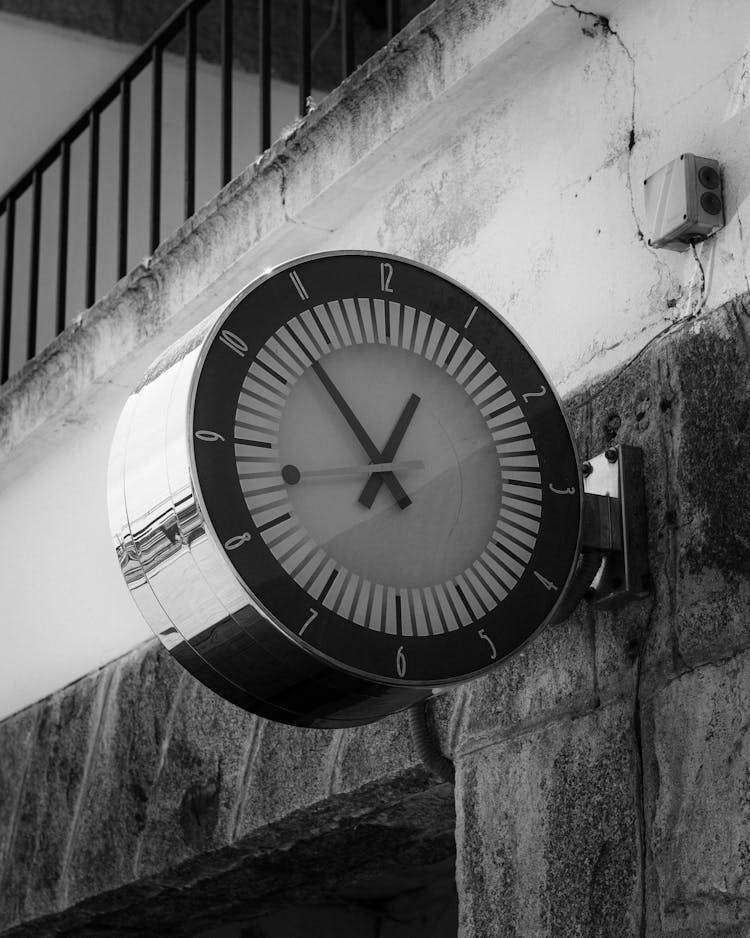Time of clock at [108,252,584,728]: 12:53
